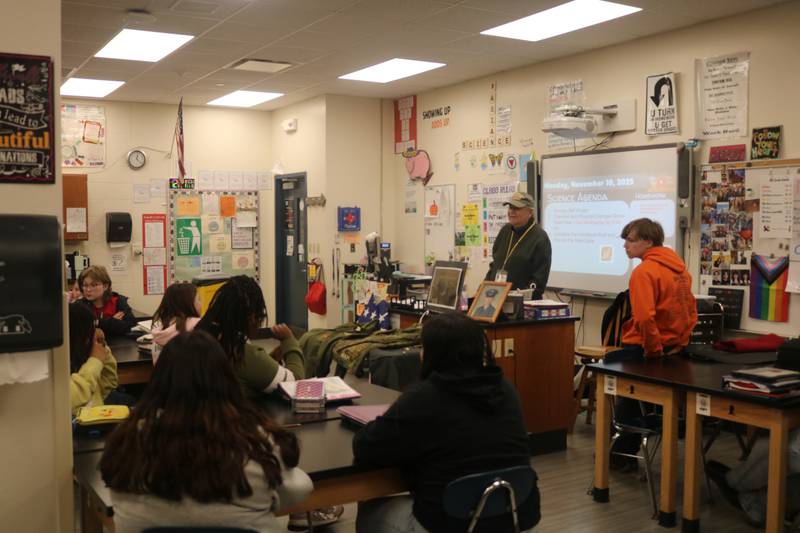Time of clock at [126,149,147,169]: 12:22
